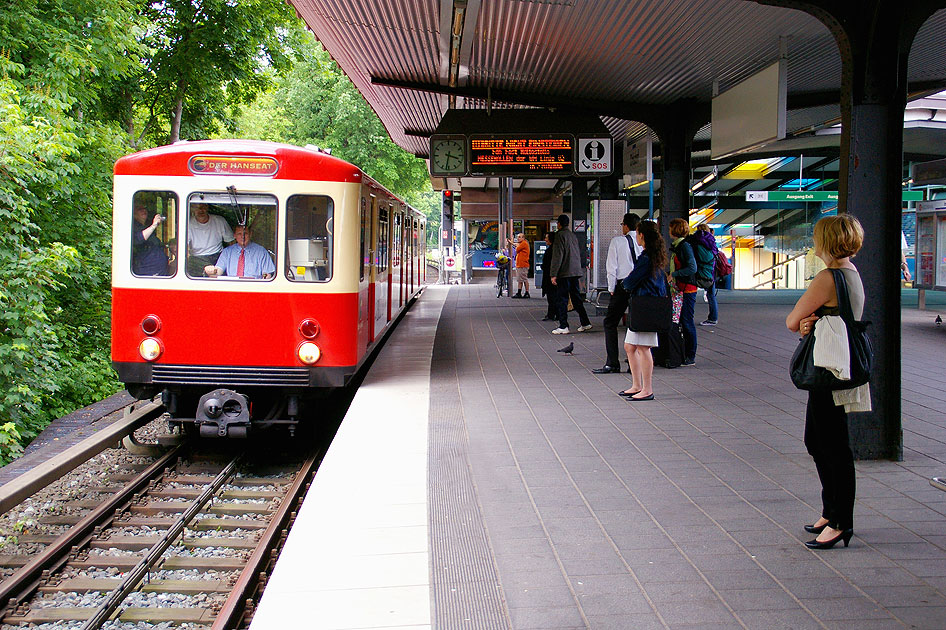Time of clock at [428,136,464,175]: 3:32
